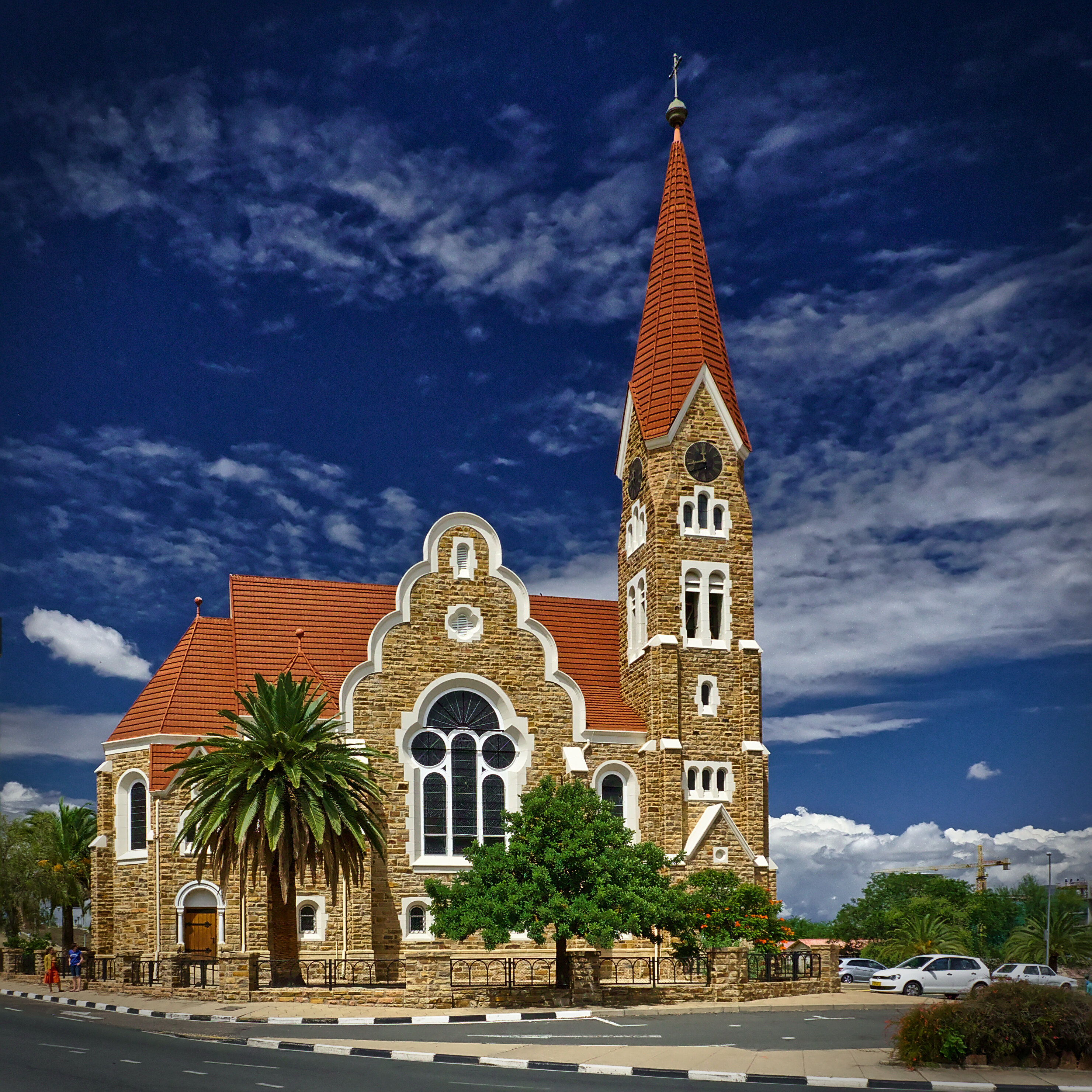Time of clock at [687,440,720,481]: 11:43
